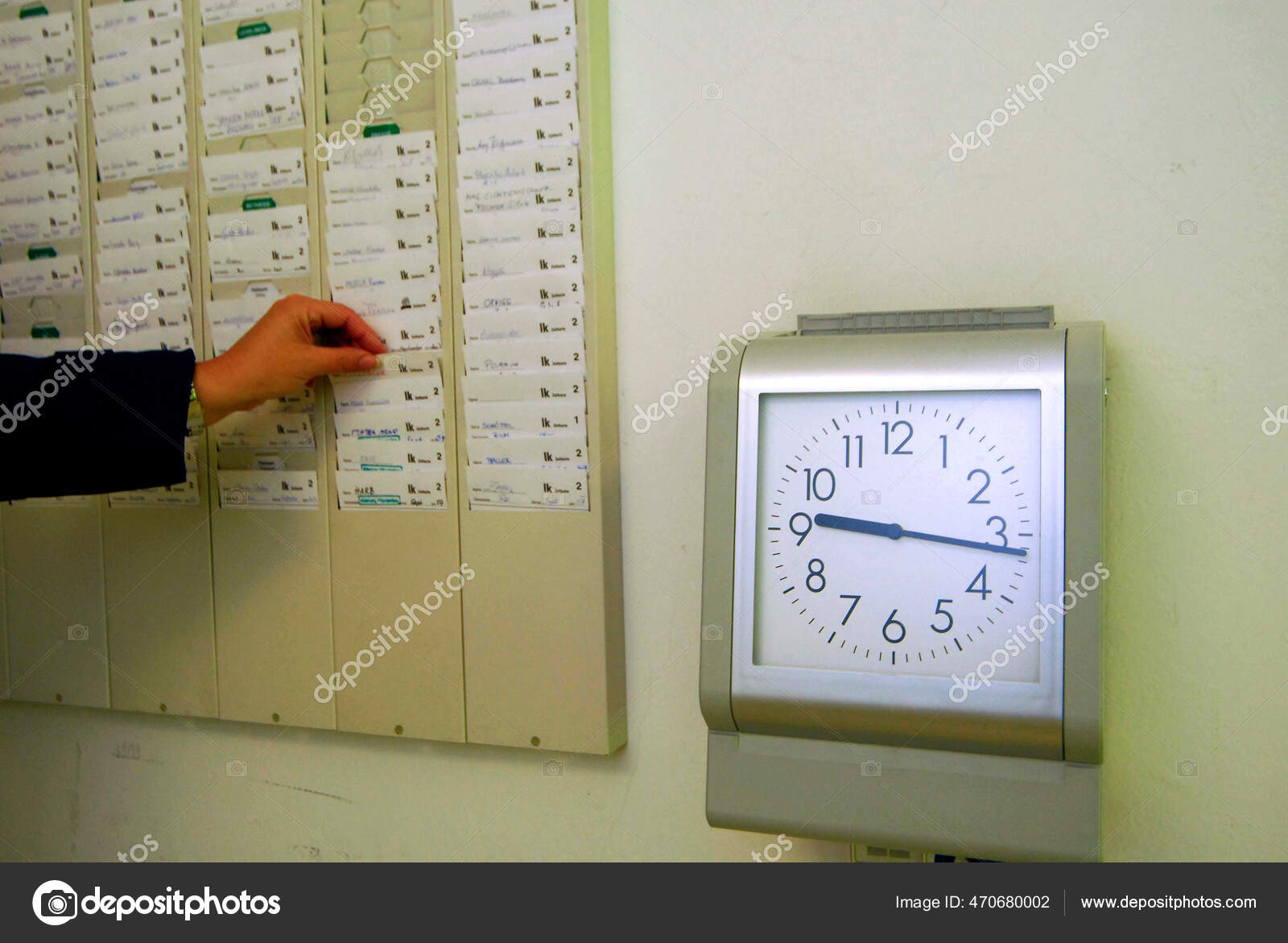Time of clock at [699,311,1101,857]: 9:16
